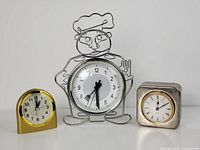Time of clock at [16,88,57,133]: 1:00
